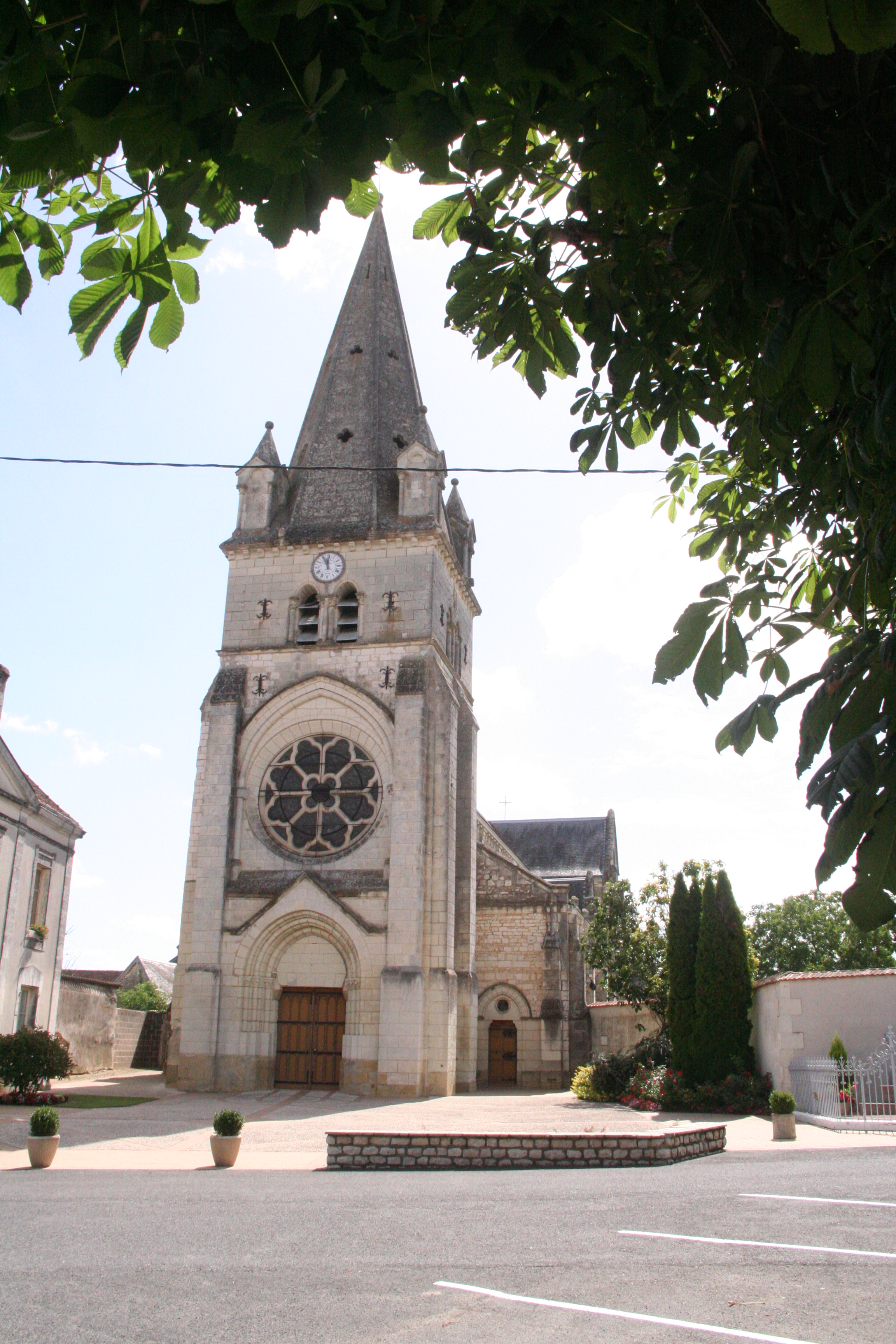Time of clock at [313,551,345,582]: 11:55
